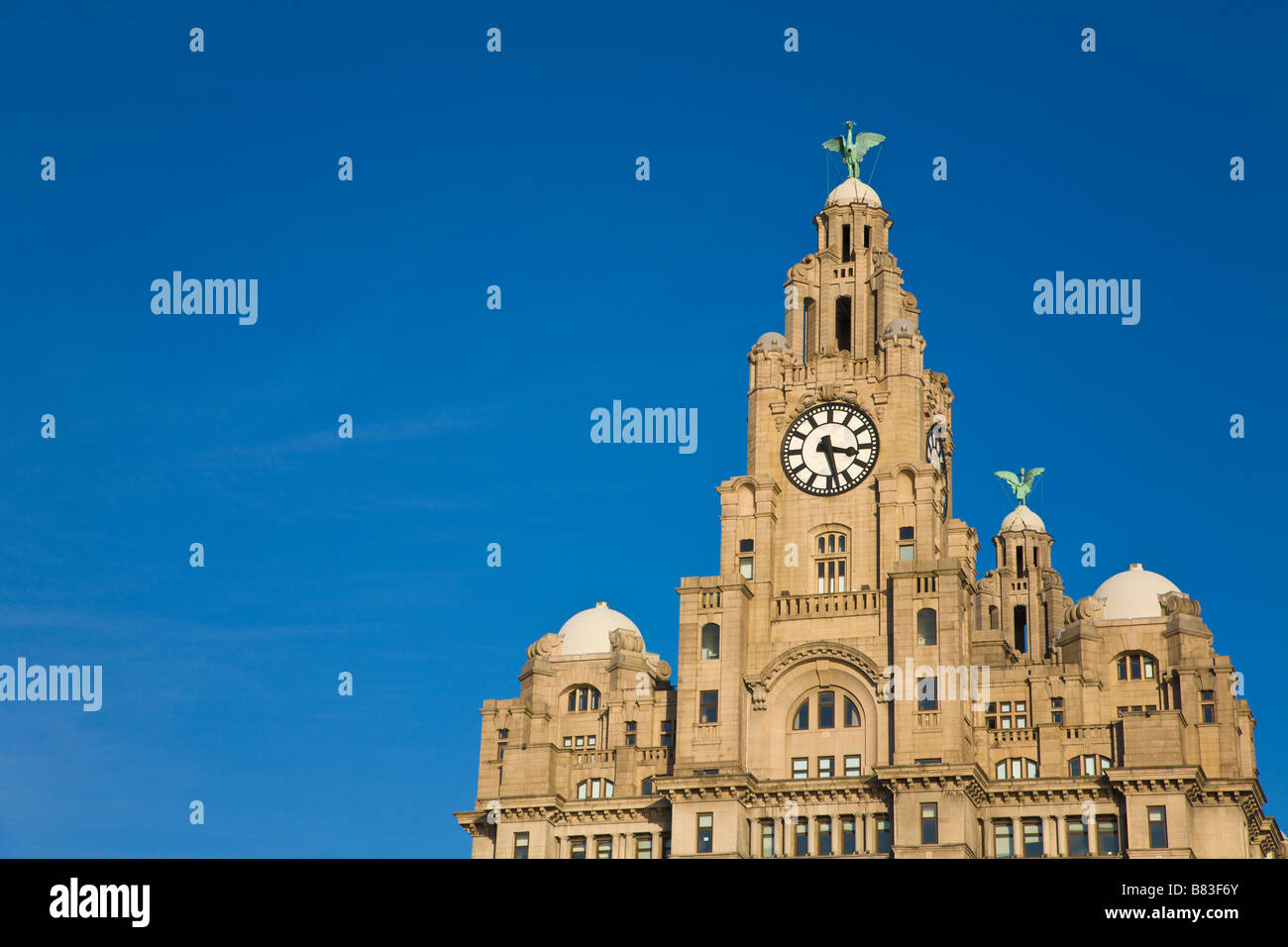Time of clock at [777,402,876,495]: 3:27
